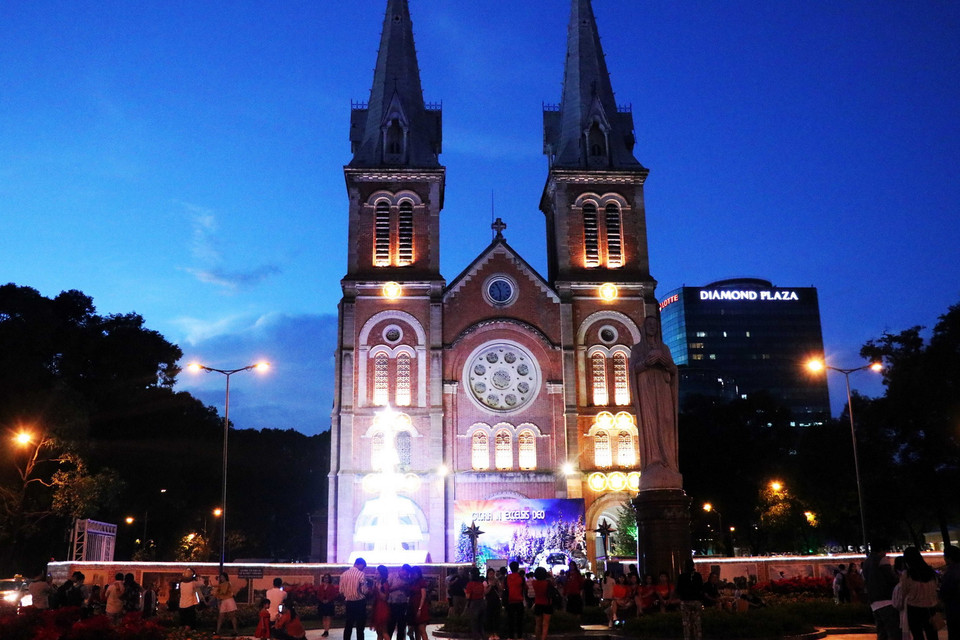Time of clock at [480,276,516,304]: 5:55
